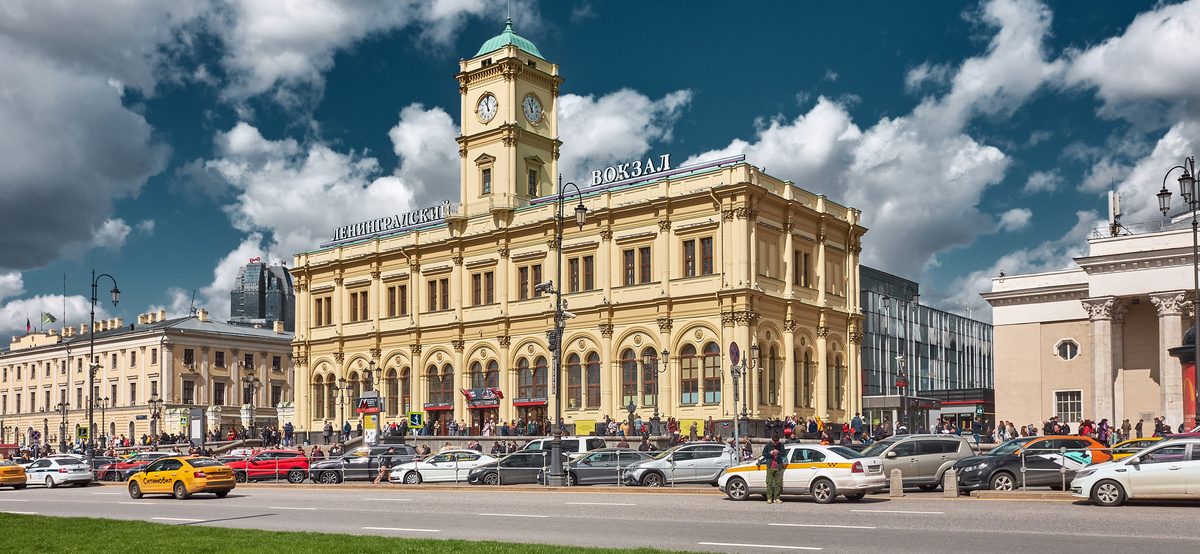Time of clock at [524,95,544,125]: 11:01
